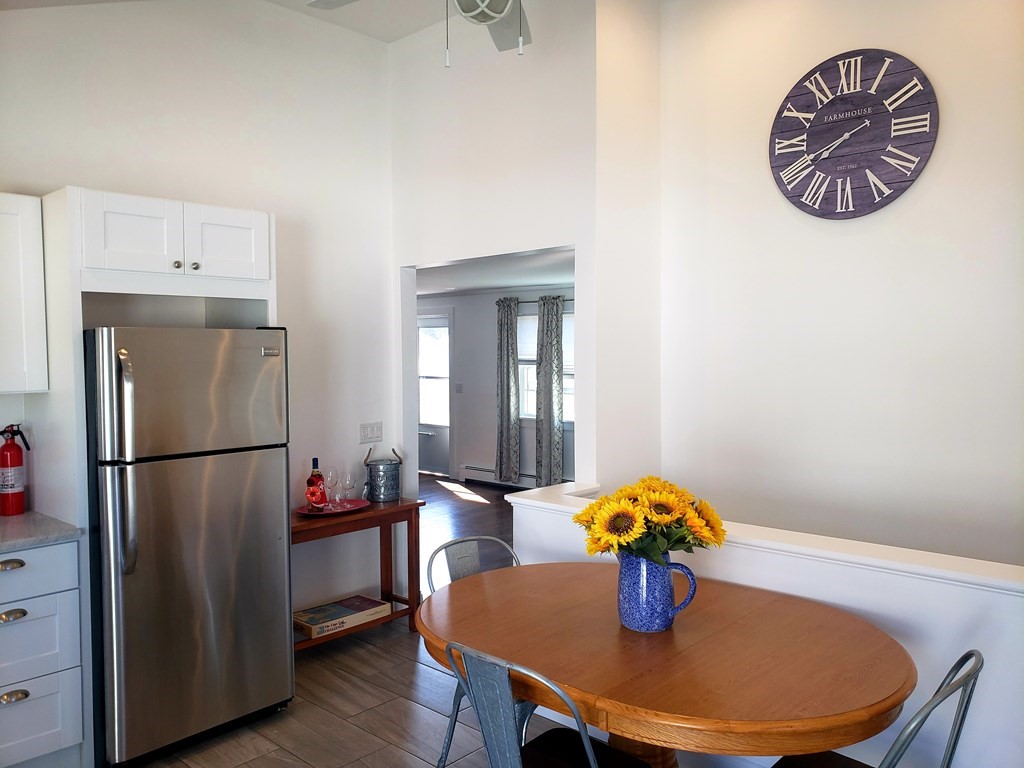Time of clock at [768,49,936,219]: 7:40
